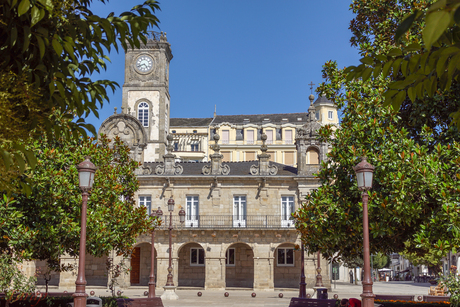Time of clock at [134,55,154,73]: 4:41
